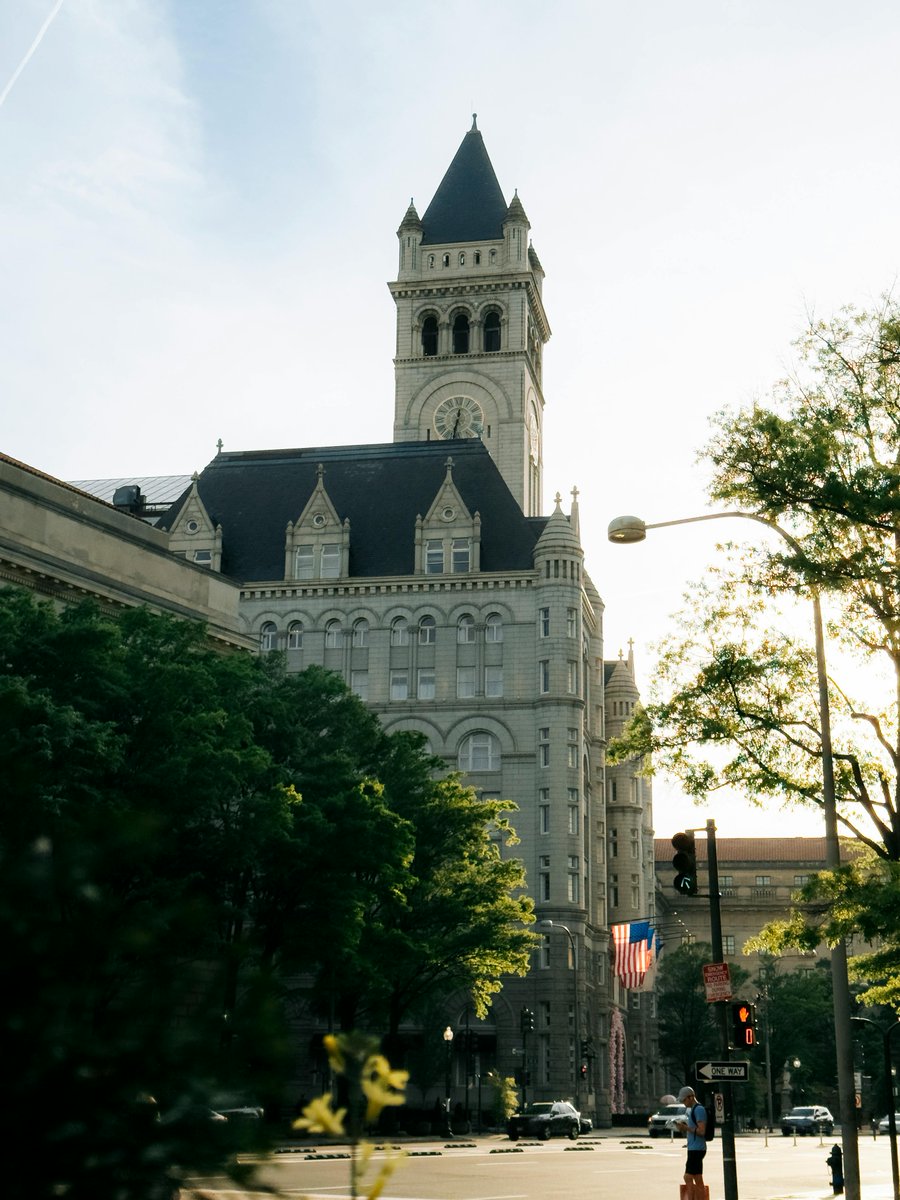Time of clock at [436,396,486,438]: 12:32
